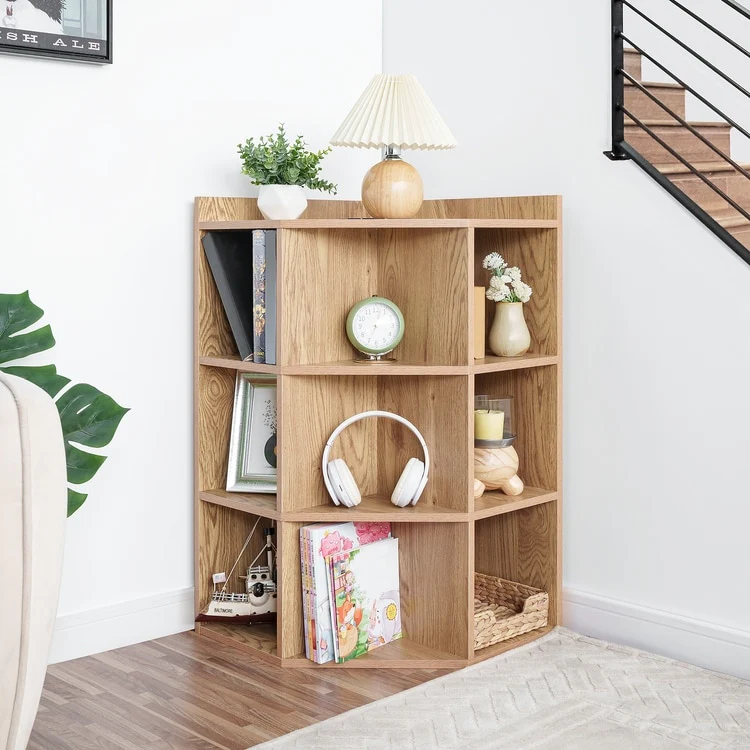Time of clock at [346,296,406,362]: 12:34
